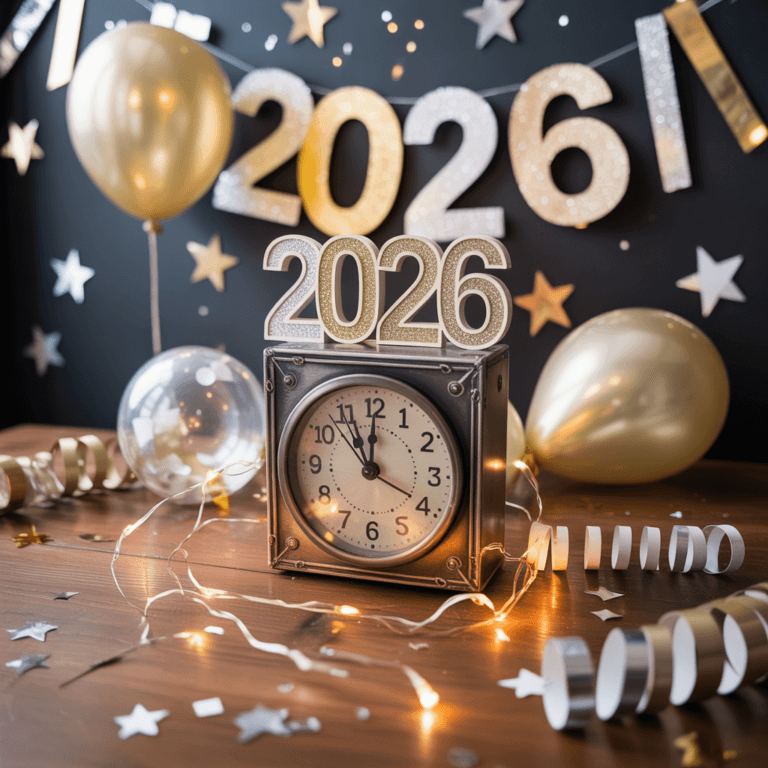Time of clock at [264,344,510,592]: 11:00
